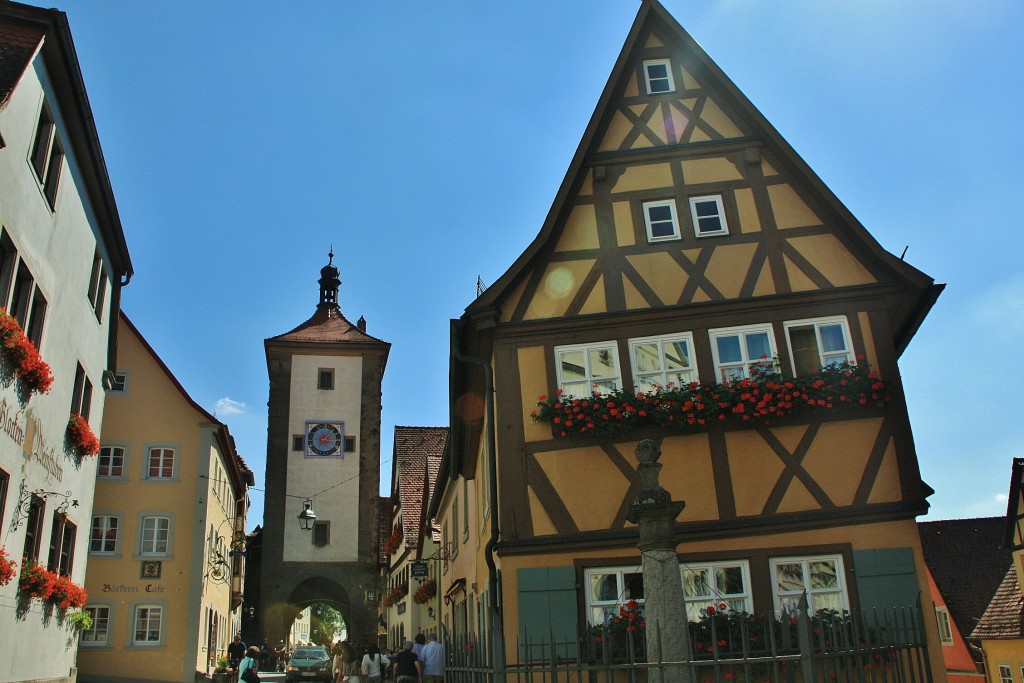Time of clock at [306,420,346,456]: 1:16
